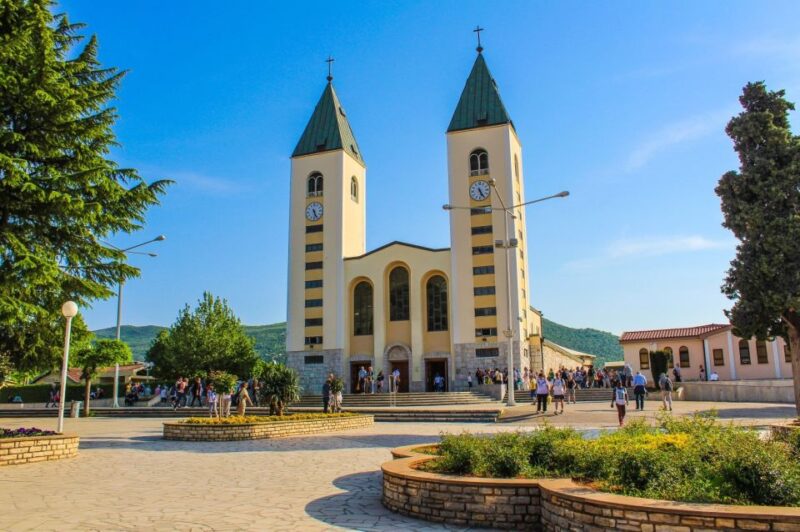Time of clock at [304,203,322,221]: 5:26
